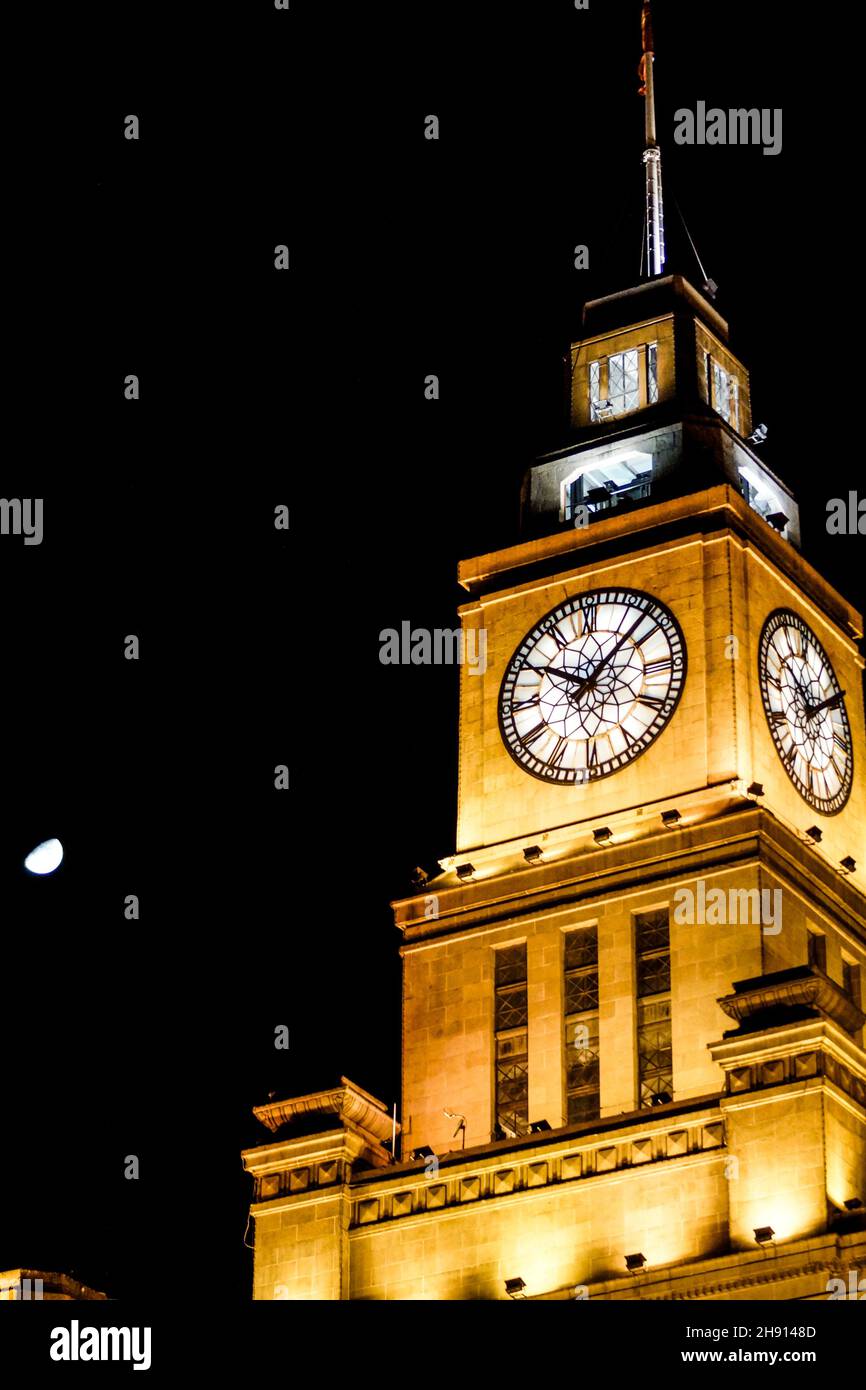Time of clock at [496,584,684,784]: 10:07
